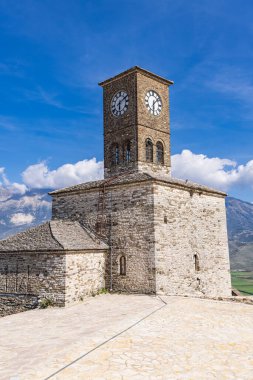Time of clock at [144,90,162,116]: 6:08
